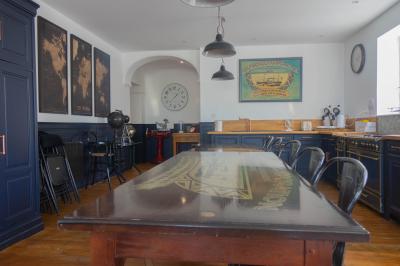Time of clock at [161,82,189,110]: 1:37
